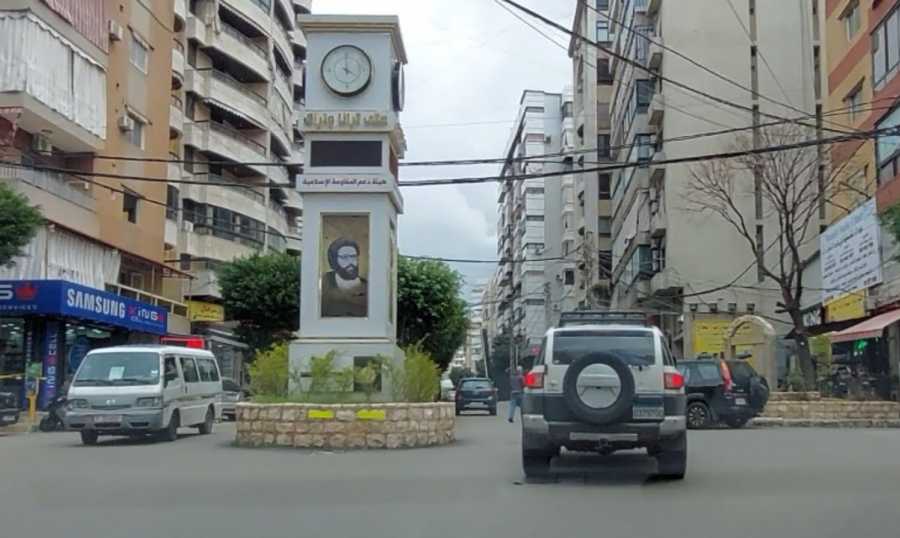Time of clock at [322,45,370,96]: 4:00
